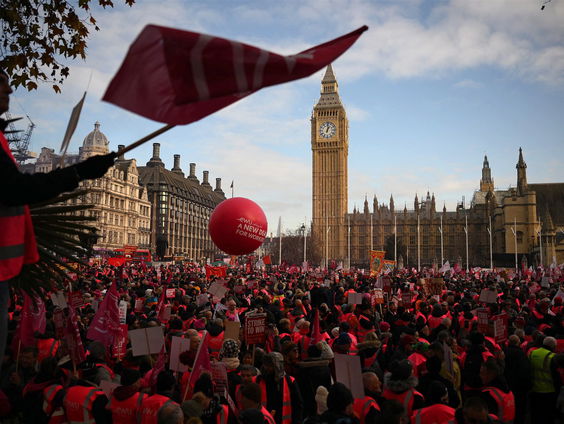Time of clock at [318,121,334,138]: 1:01
